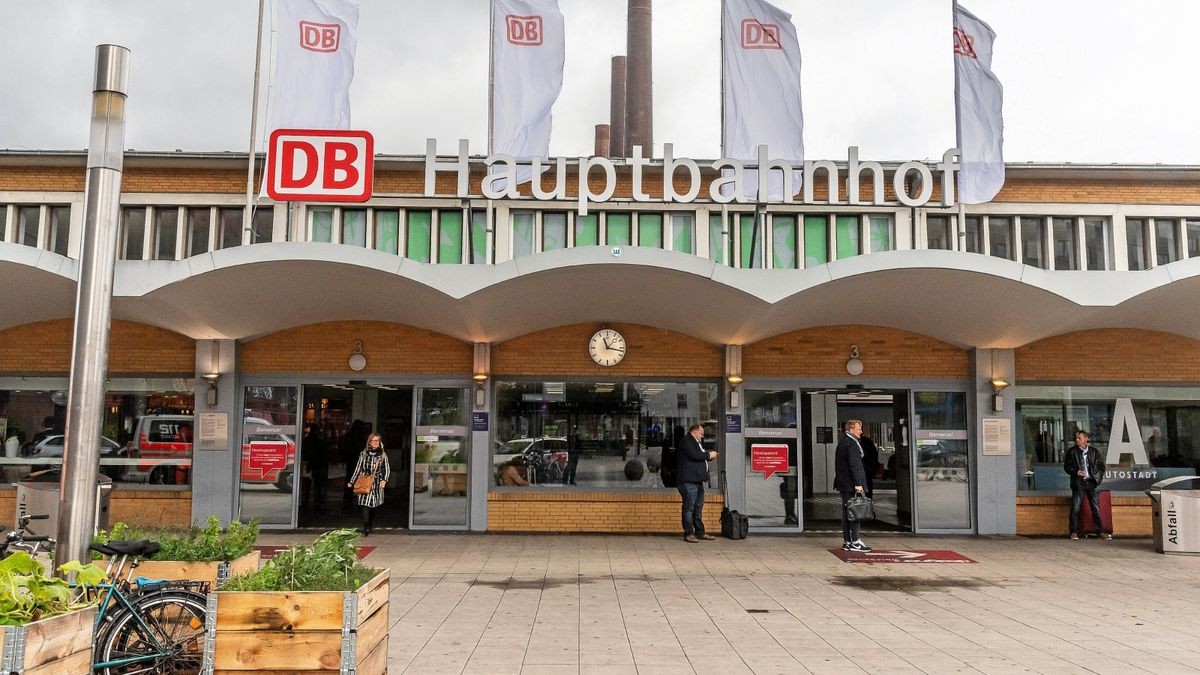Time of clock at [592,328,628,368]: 11:17
